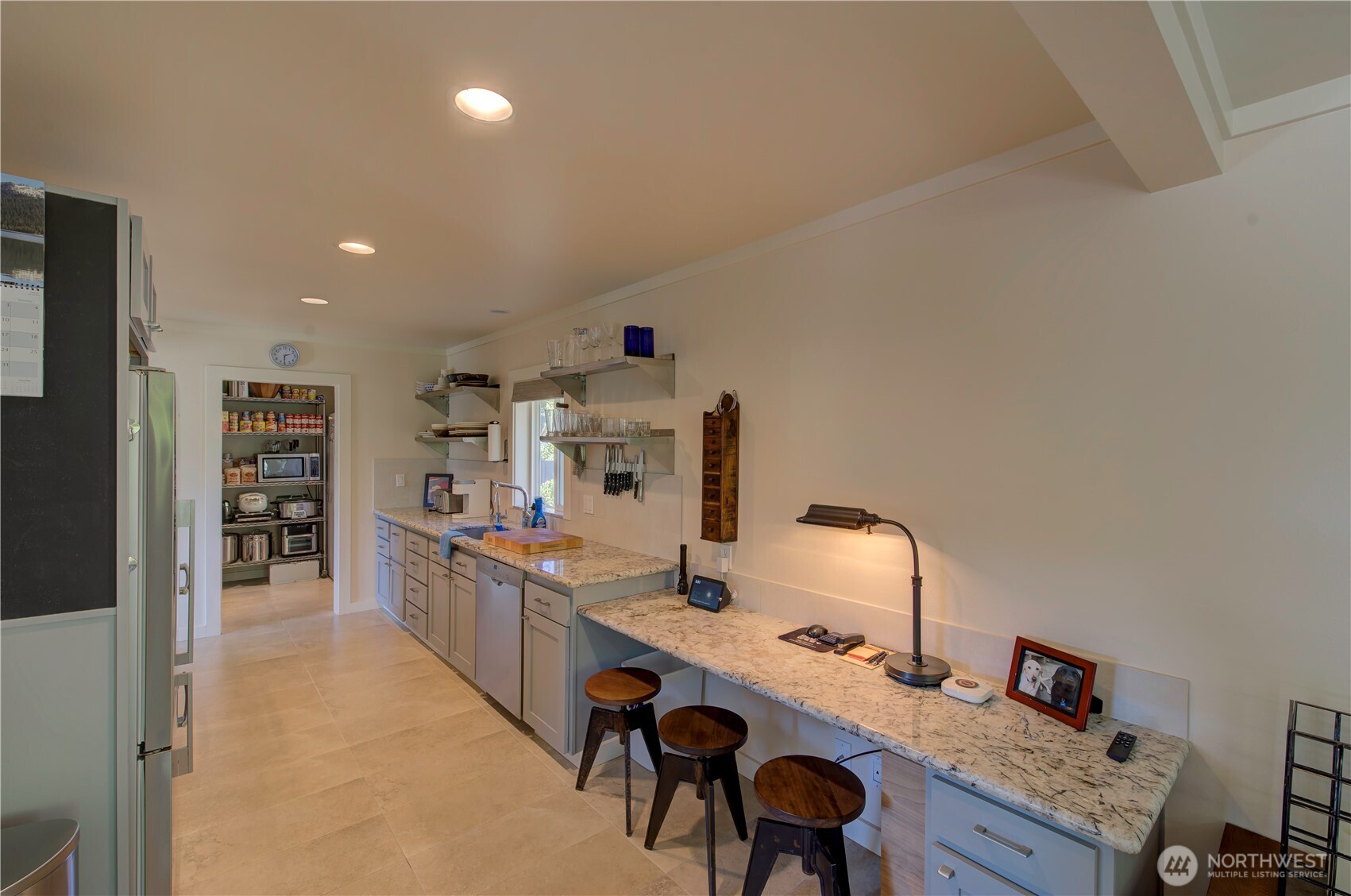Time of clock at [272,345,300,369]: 2:30
